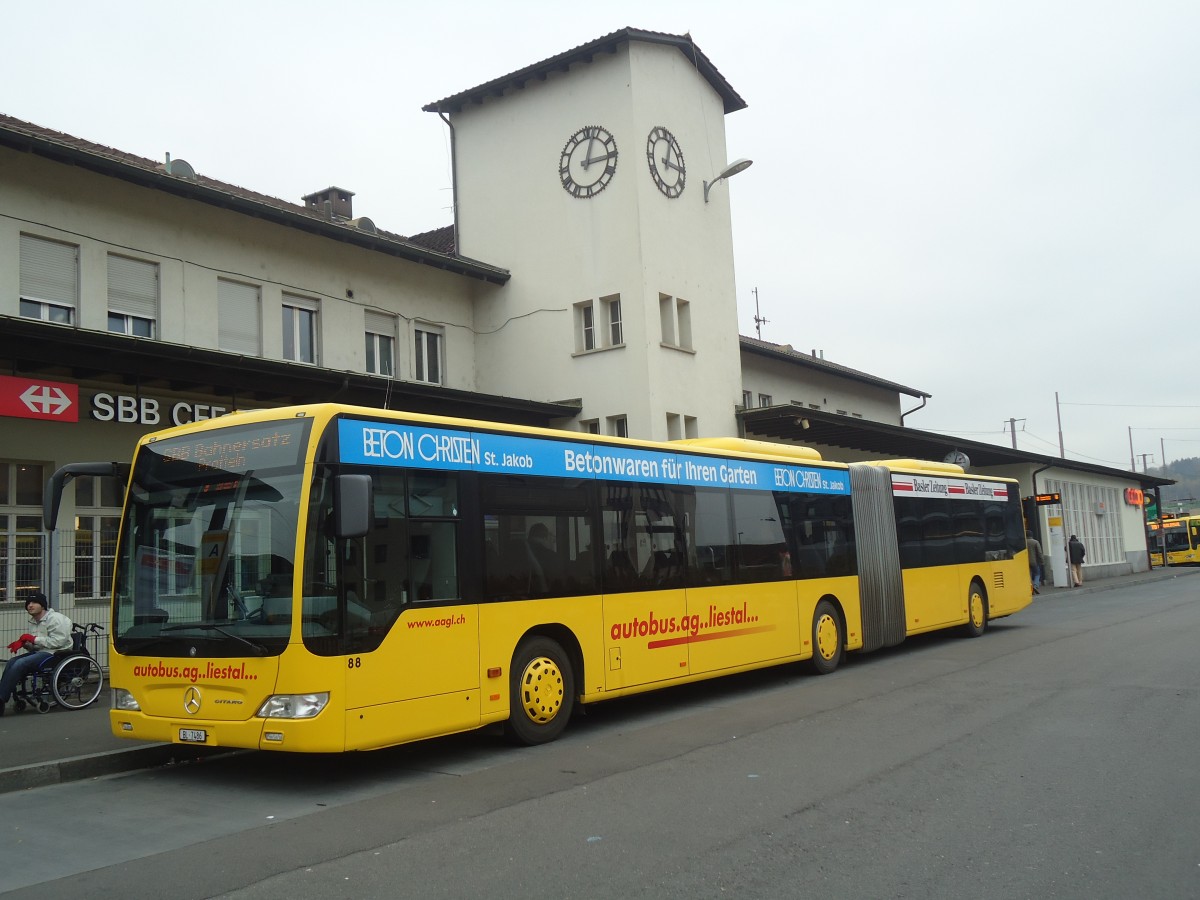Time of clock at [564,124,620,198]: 3:02
